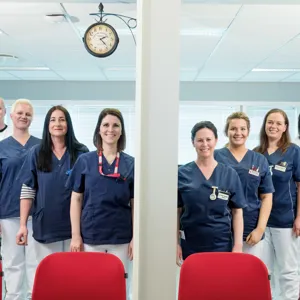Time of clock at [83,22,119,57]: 2:23
